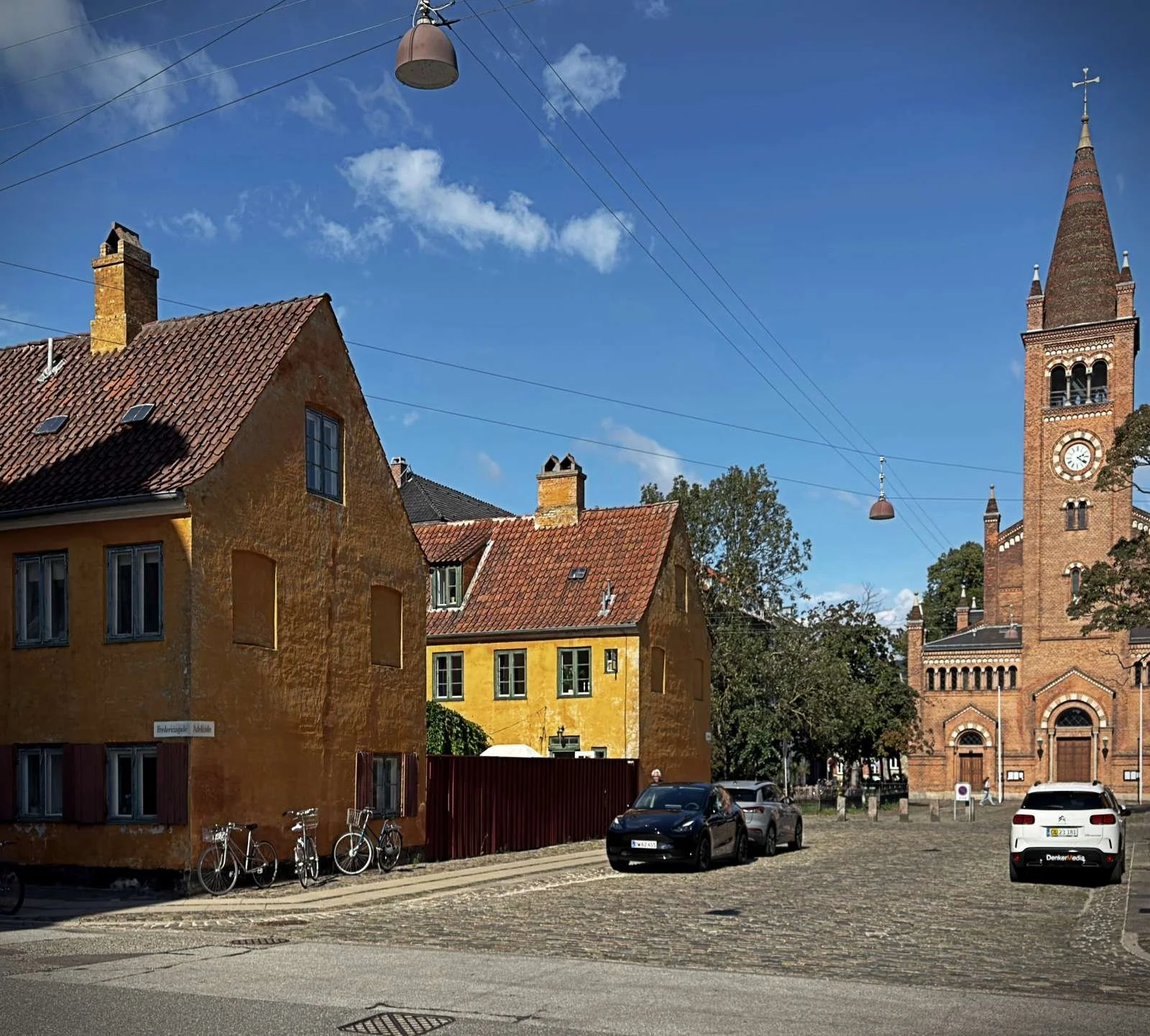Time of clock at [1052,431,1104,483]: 4:10
